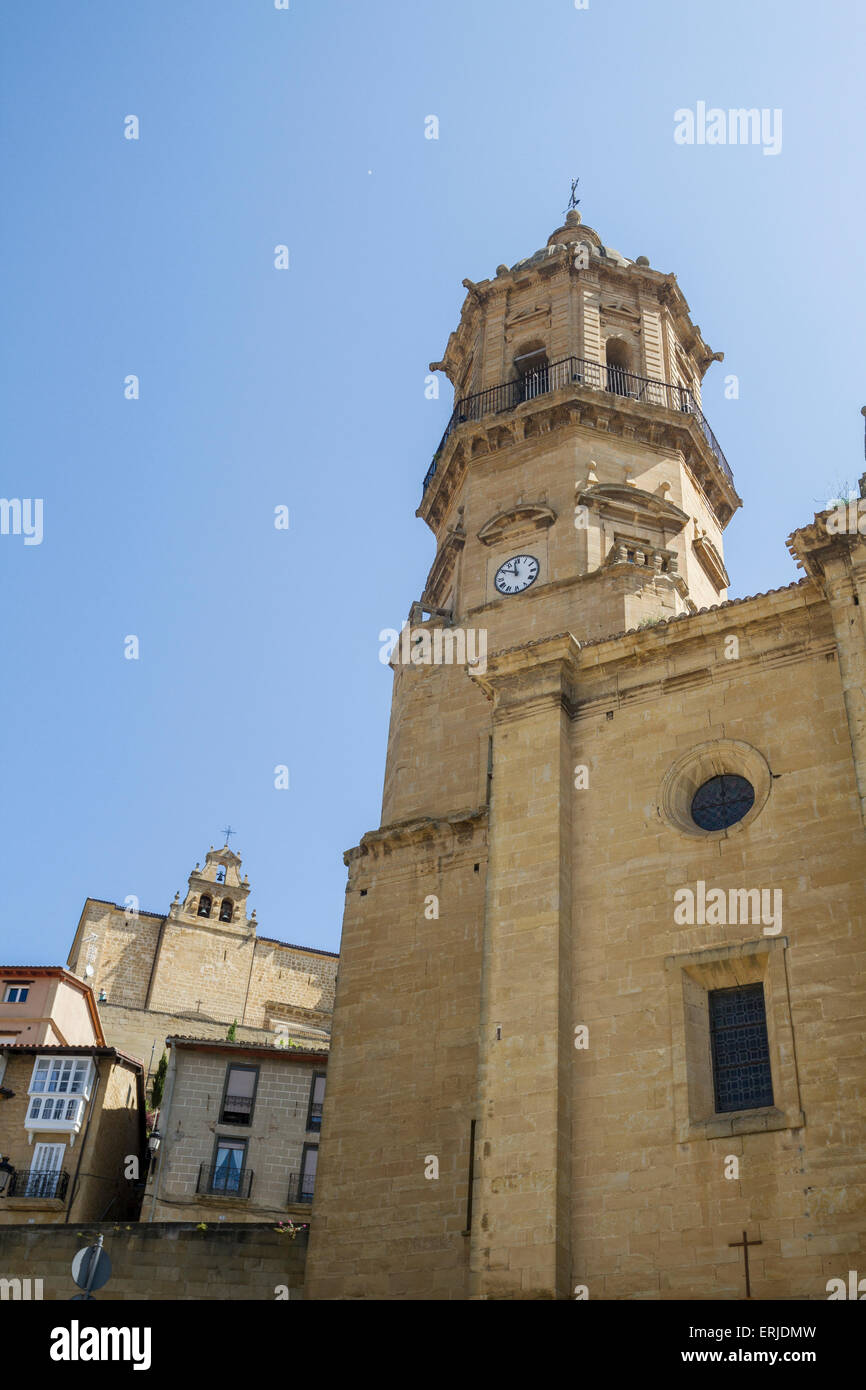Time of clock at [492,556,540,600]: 11:50
